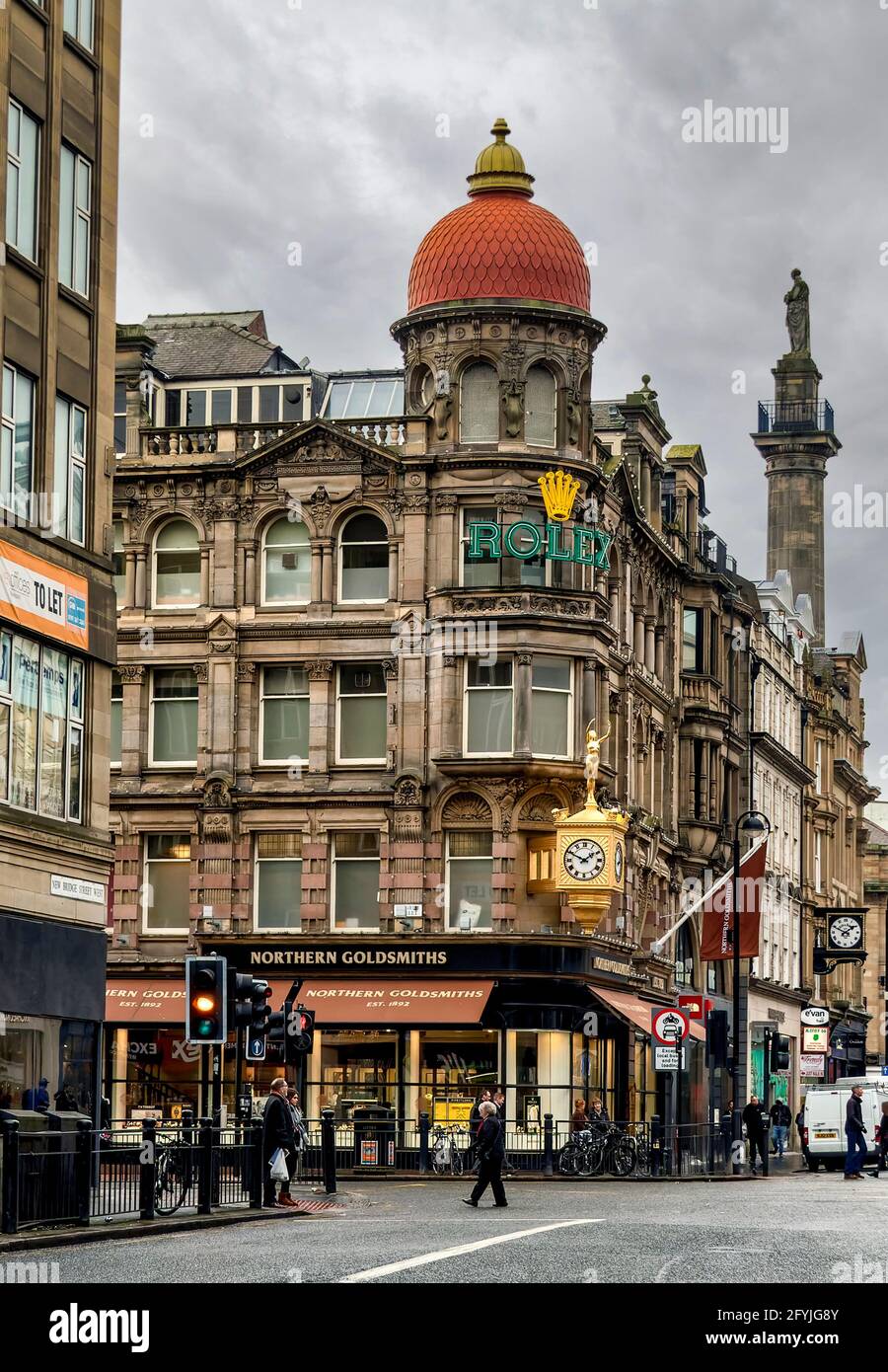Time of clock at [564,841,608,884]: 1:49
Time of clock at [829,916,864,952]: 1:49
